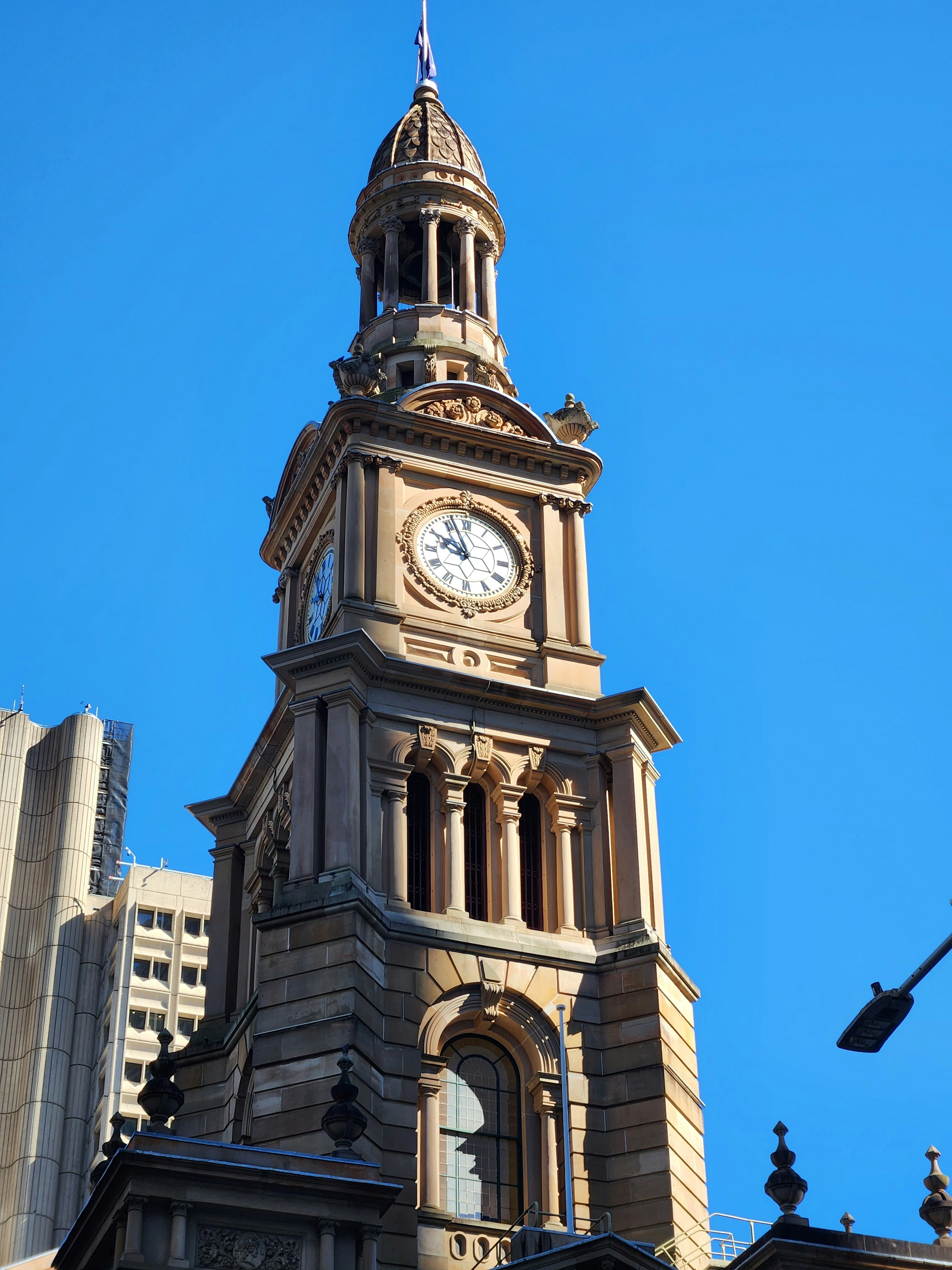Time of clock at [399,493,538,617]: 9:56
